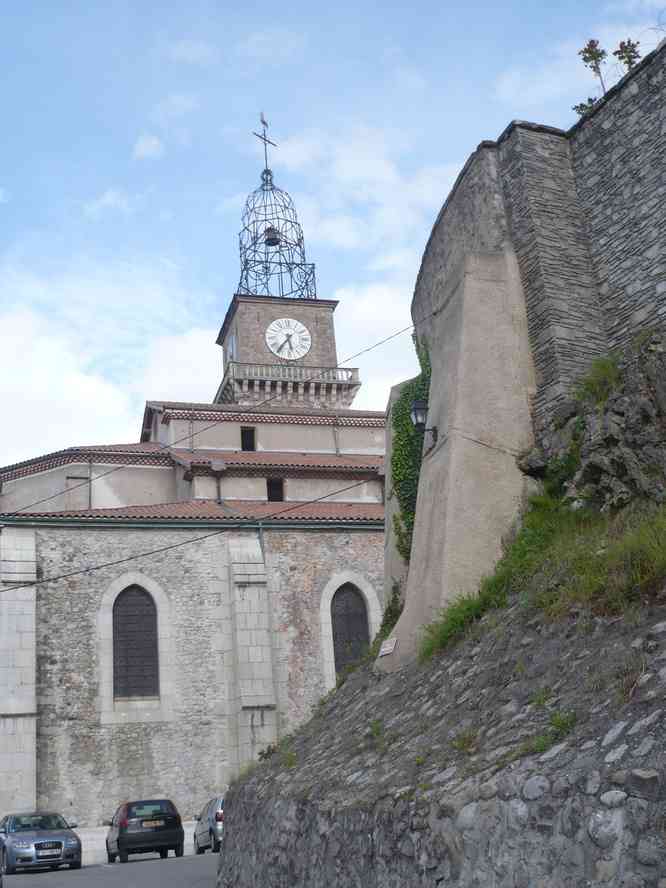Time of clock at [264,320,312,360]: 5:36
